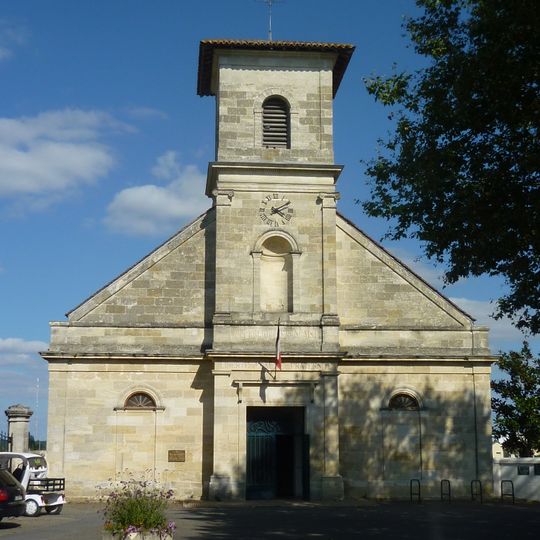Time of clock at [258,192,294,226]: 4:09
